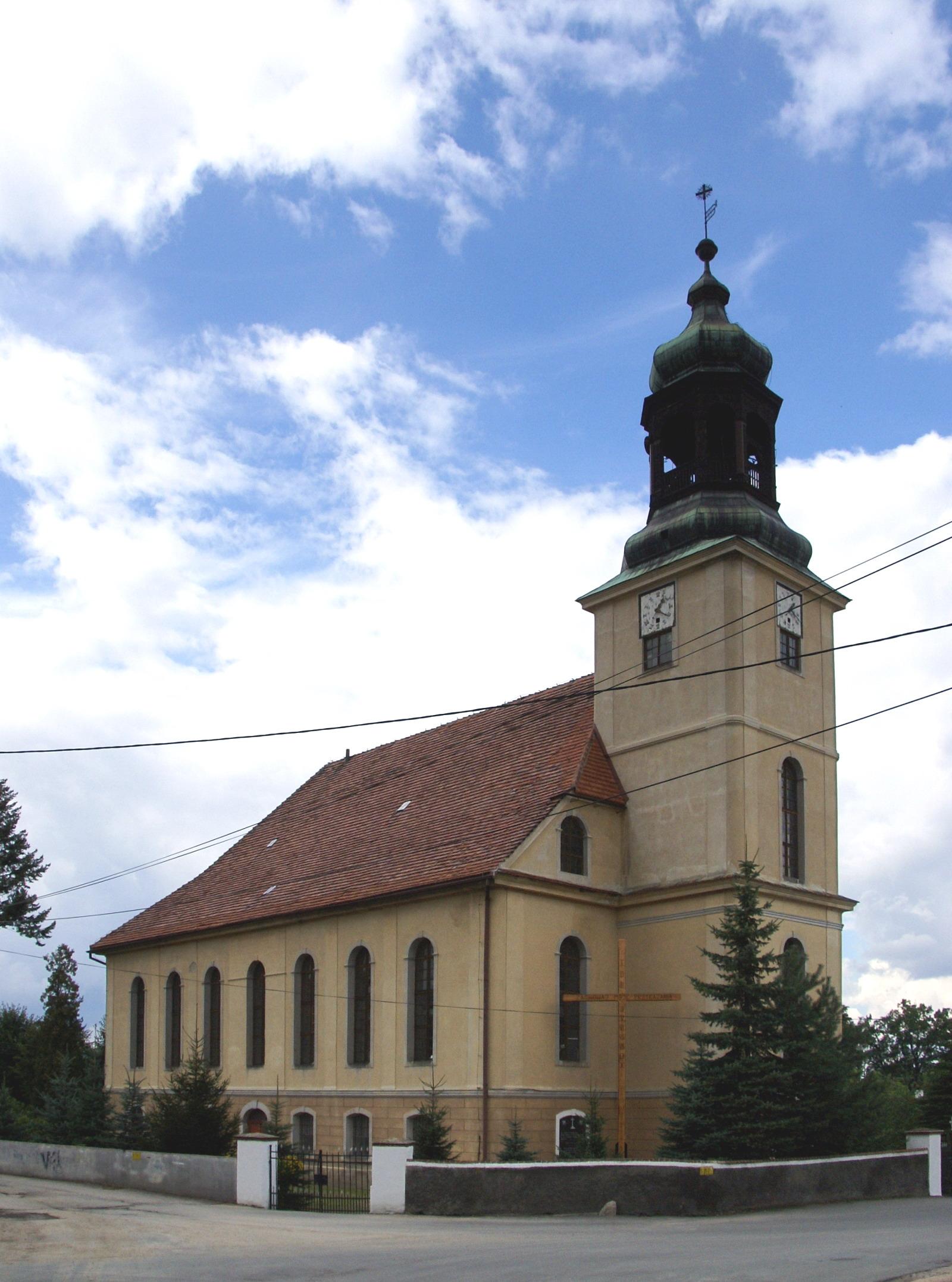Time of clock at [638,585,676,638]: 1:20
